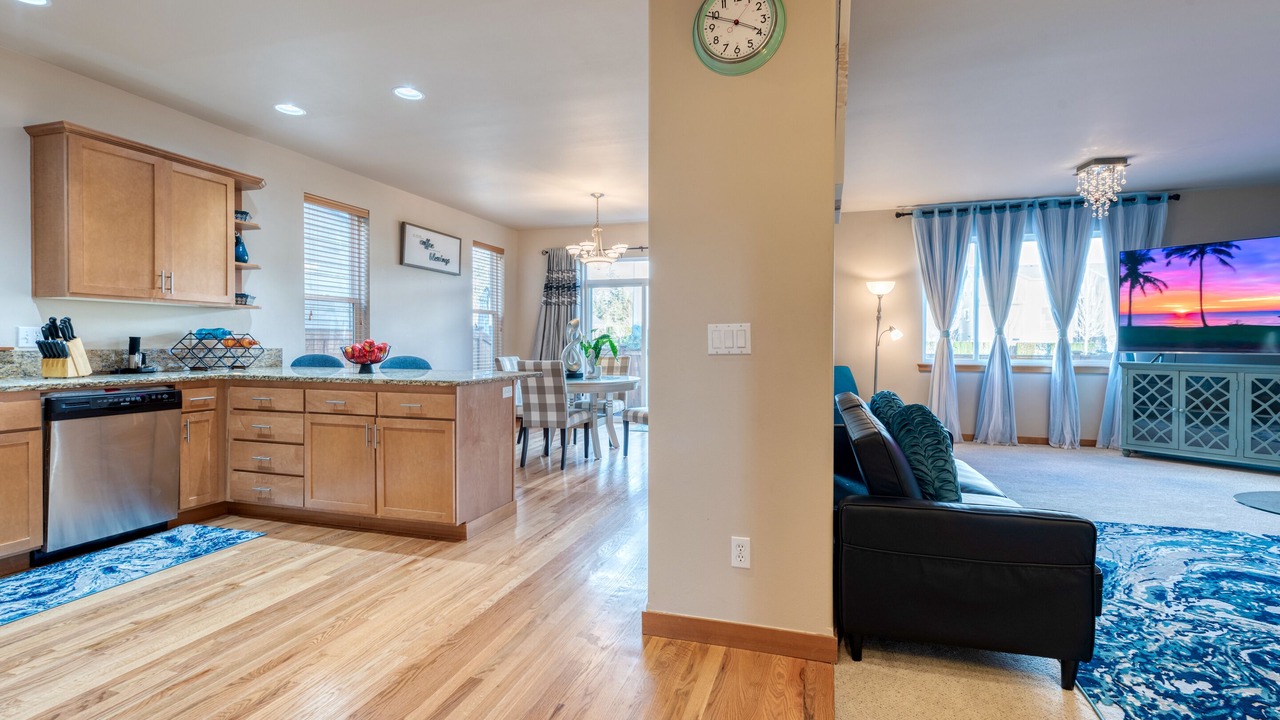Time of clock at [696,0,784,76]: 3:48
